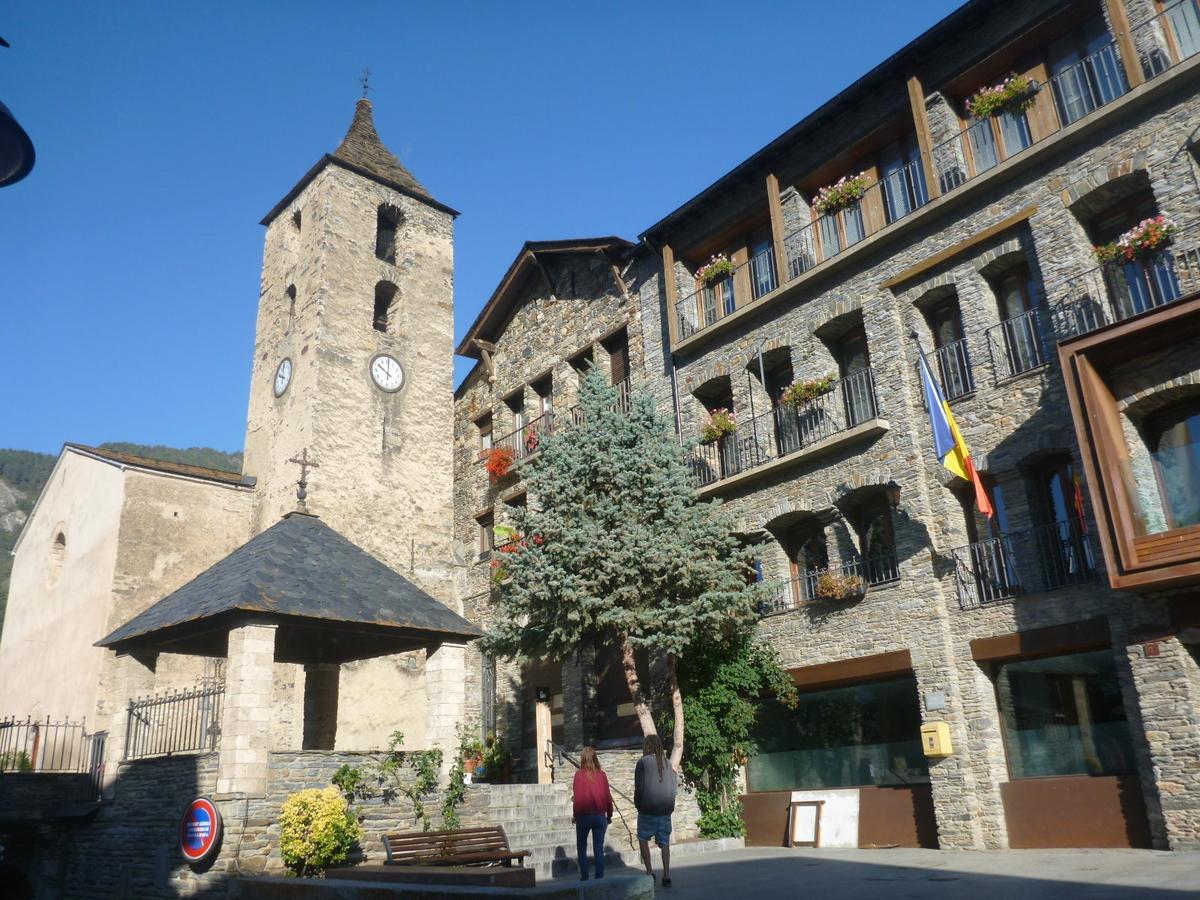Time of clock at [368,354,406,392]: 10:00
